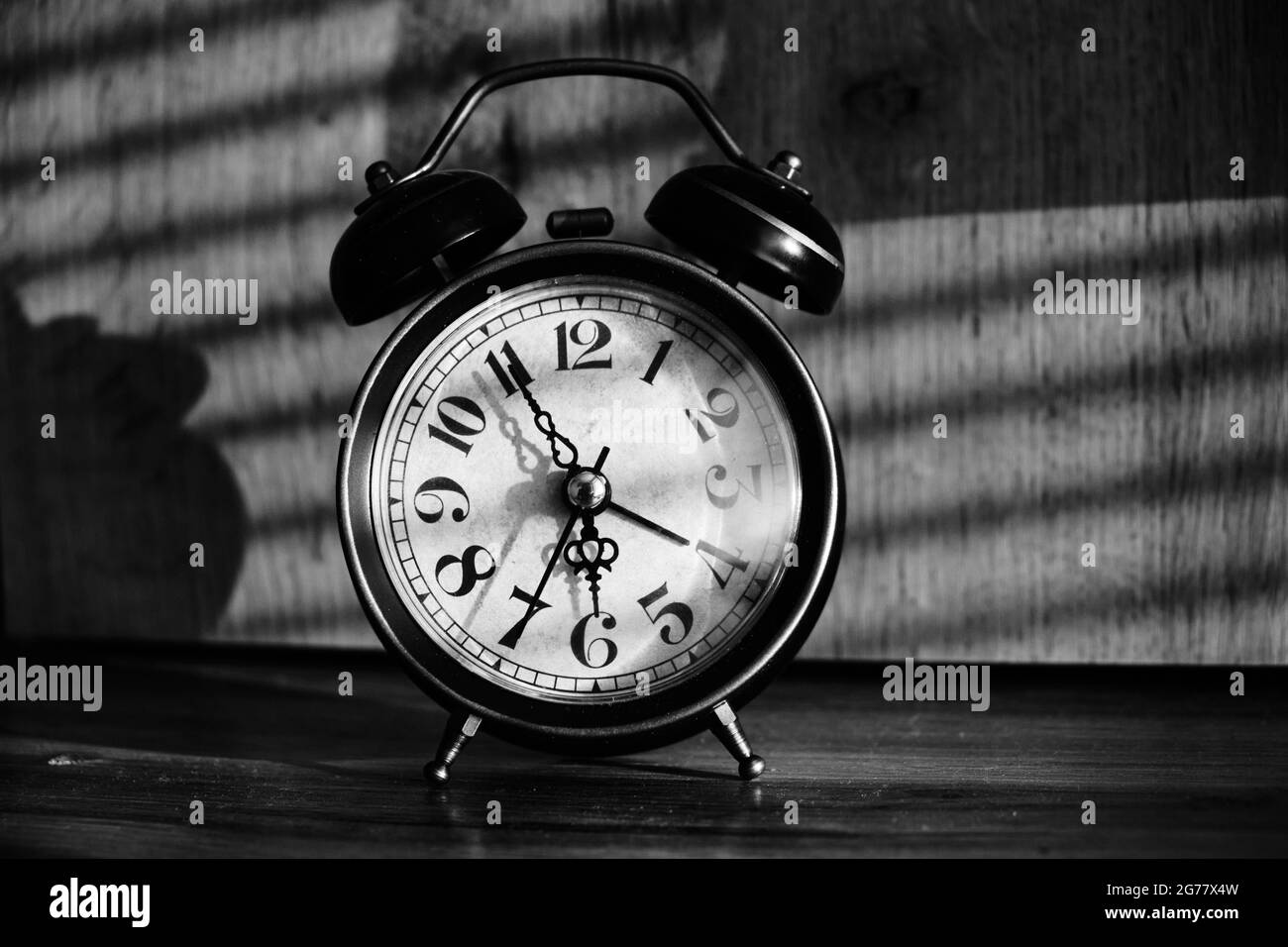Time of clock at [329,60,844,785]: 6:55
